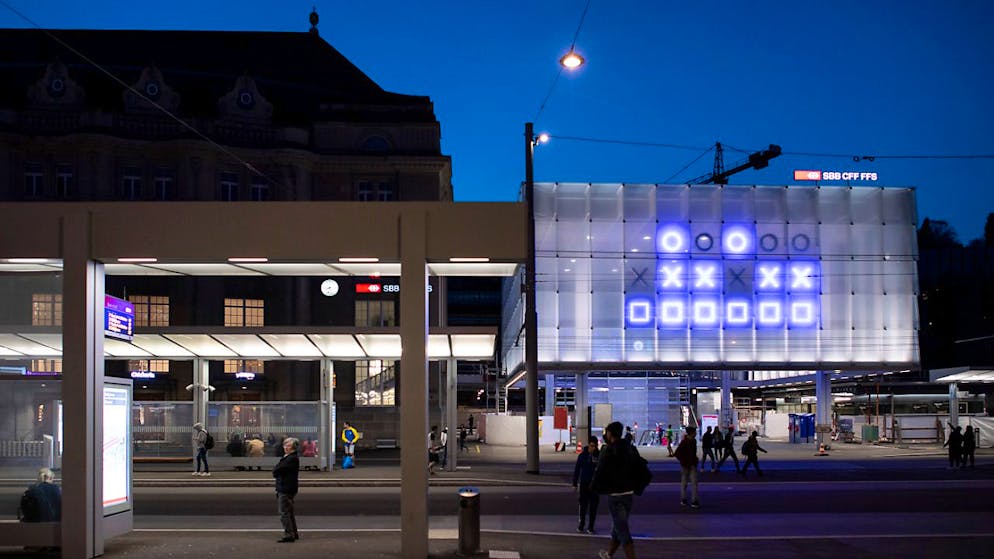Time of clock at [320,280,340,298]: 8:27
